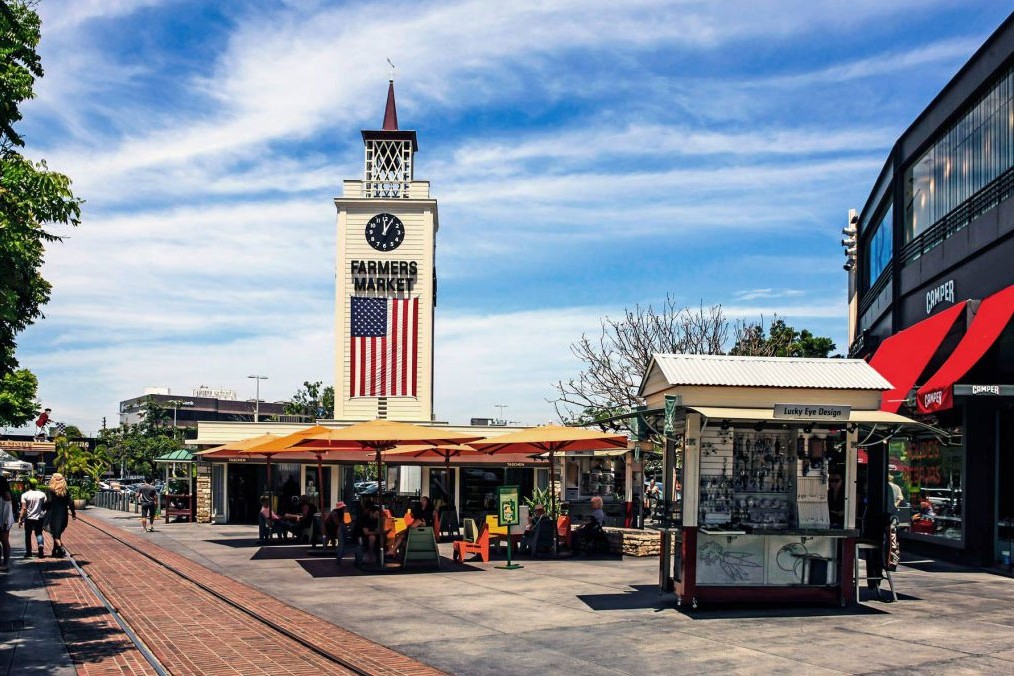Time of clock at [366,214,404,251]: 12:59
